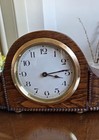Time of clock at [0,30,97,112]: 3:13
